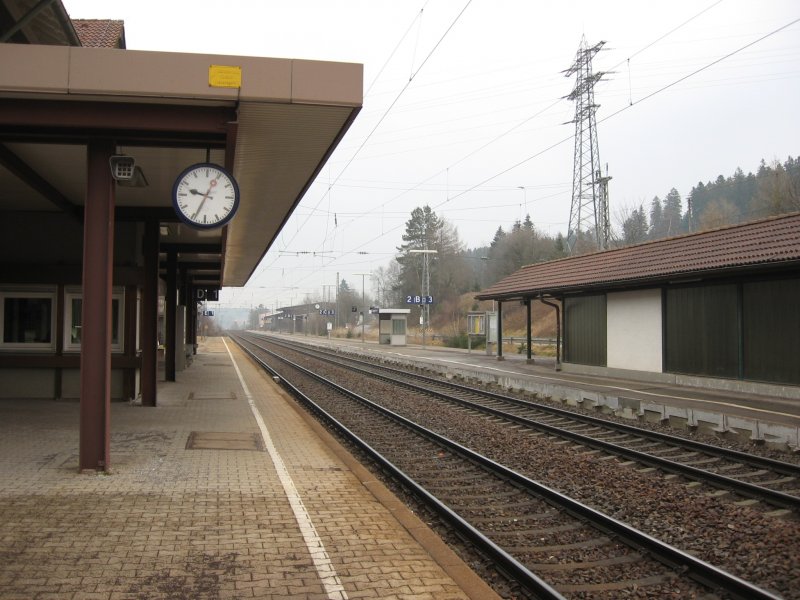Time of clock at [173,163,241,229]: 9:34
